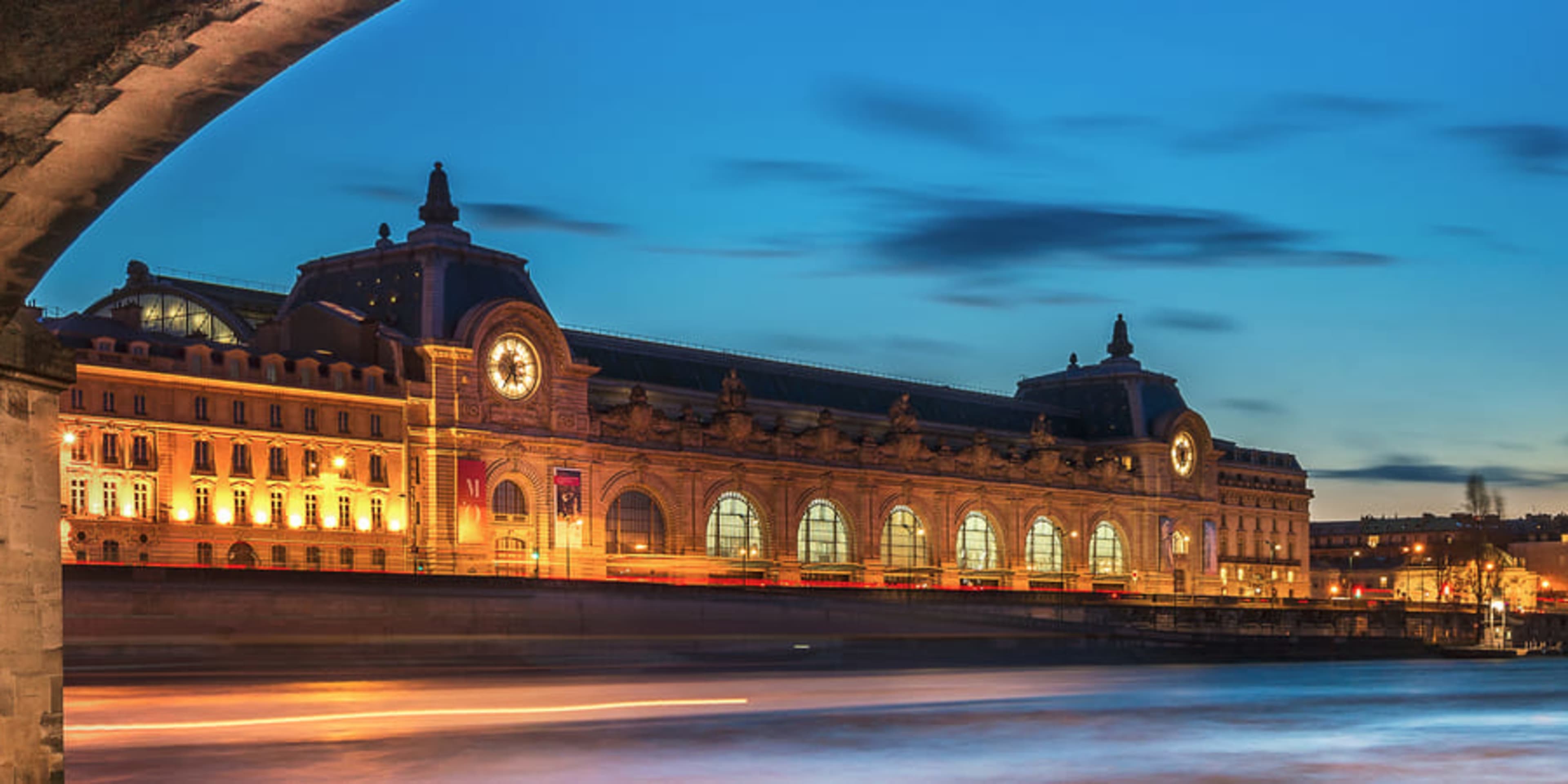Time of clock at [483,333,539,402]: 5:36
